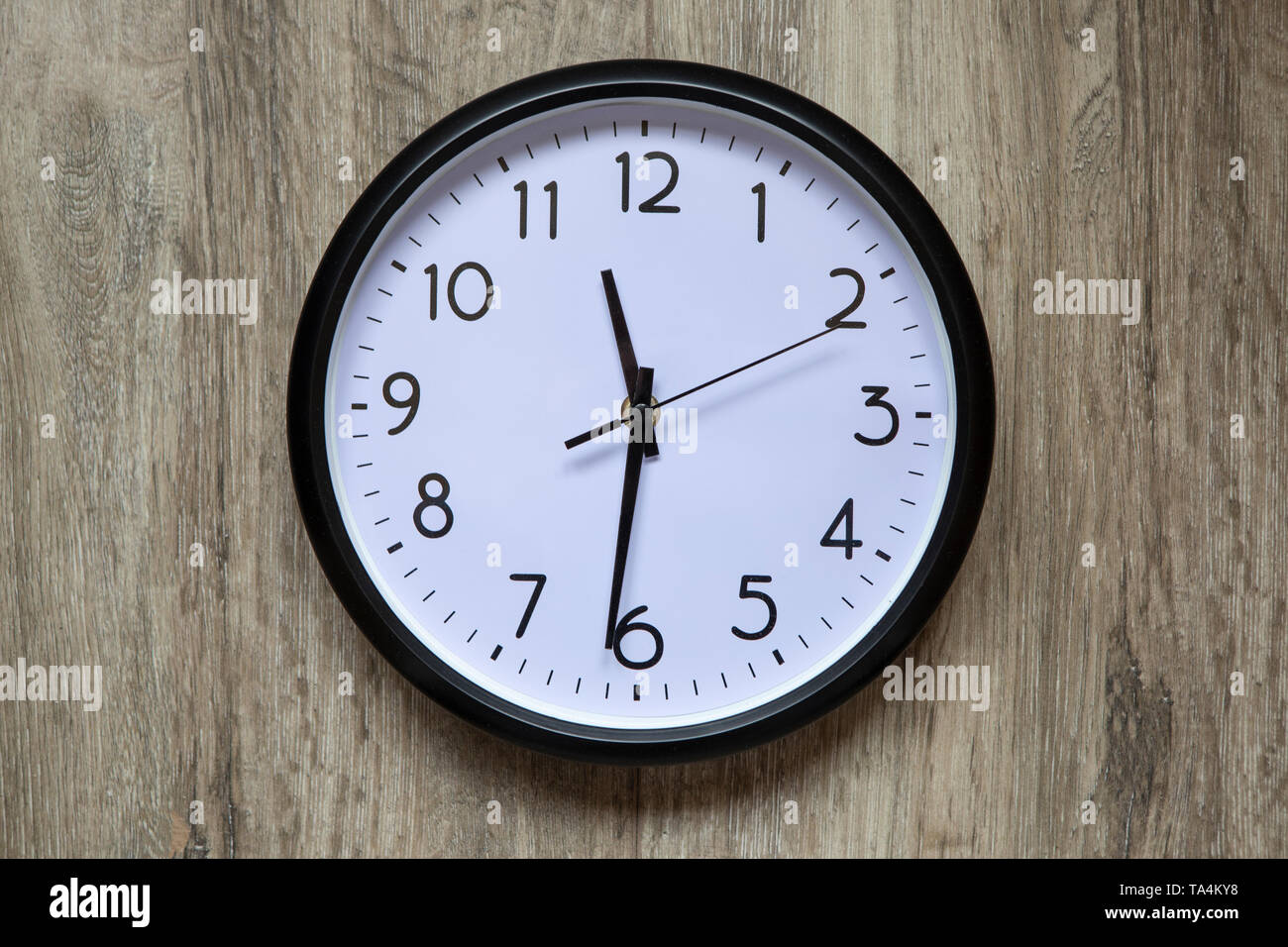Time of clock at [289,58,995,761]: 11:31
